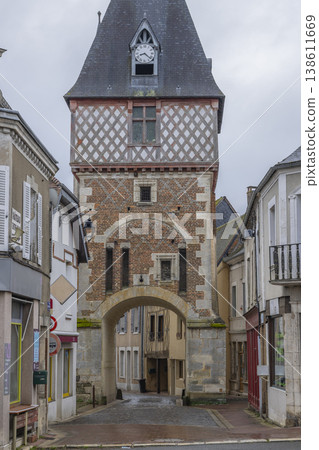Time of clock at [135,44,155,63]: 8:21
